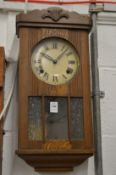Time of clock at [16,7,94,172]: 10:07
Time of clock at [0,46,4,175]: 10:07
